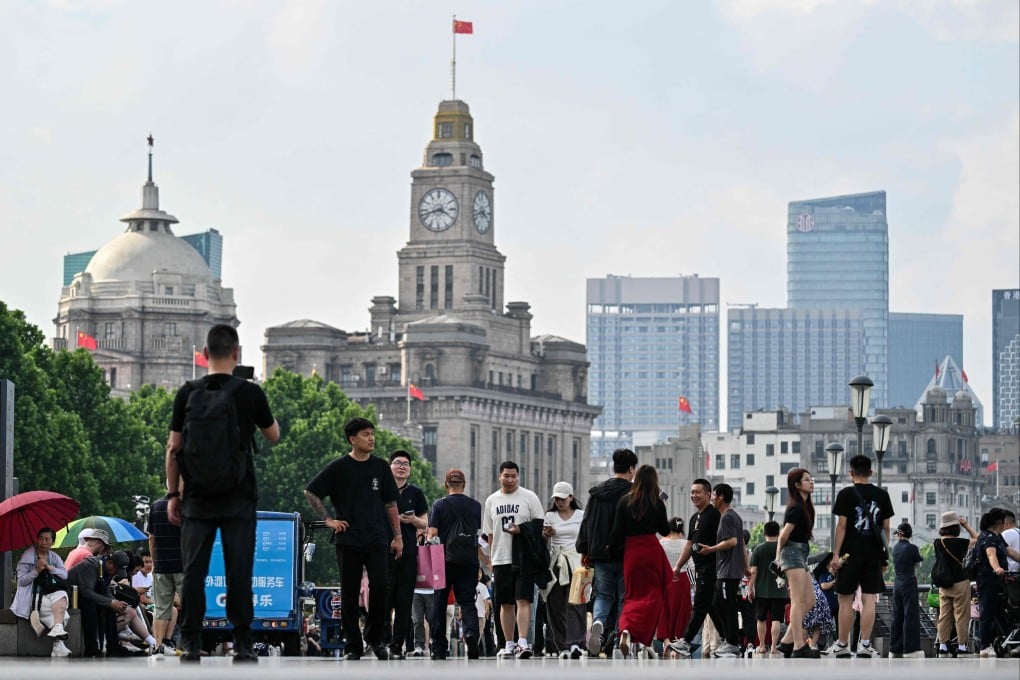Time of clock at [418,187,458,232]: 3:42
